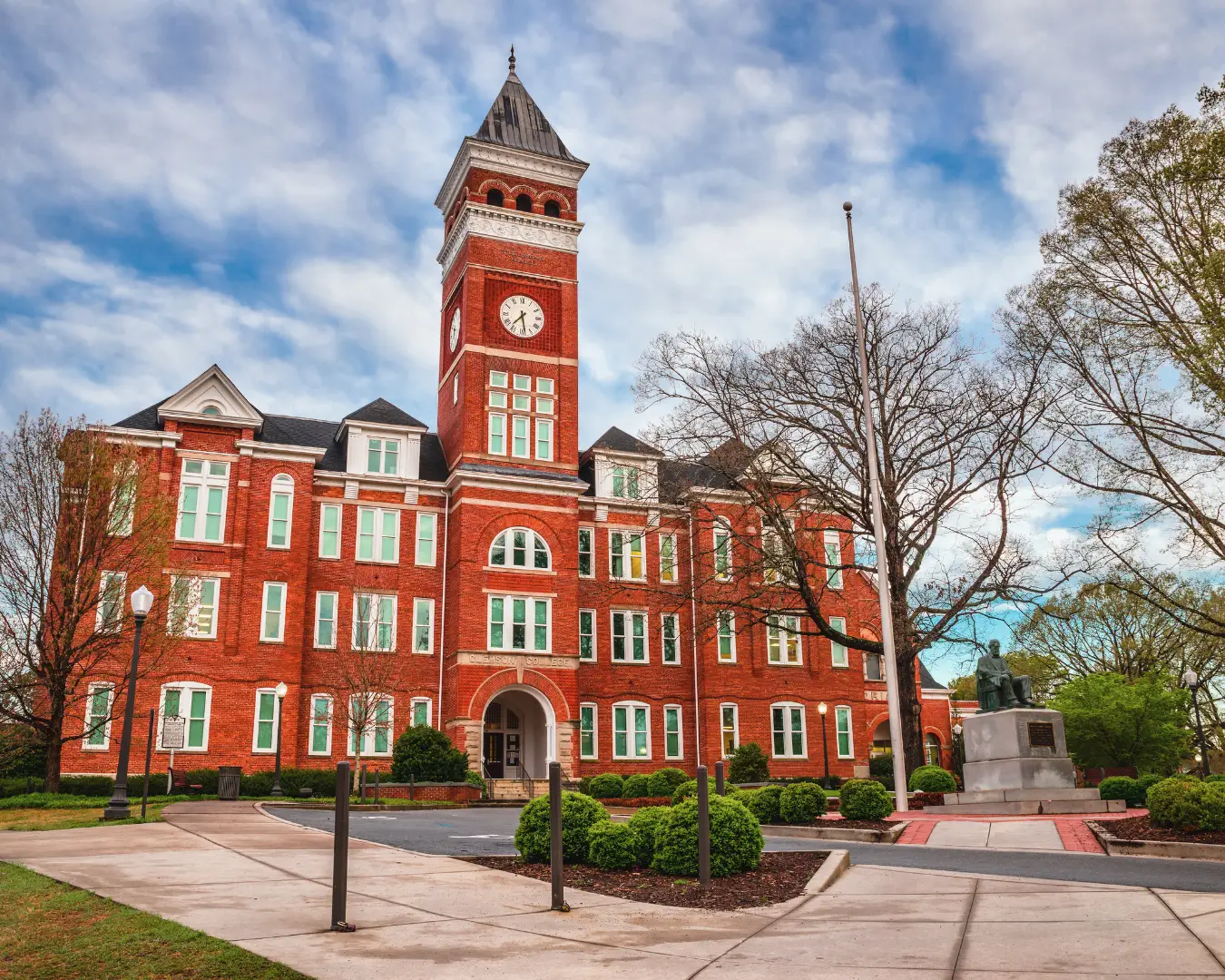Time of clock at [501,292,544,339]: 7:28
